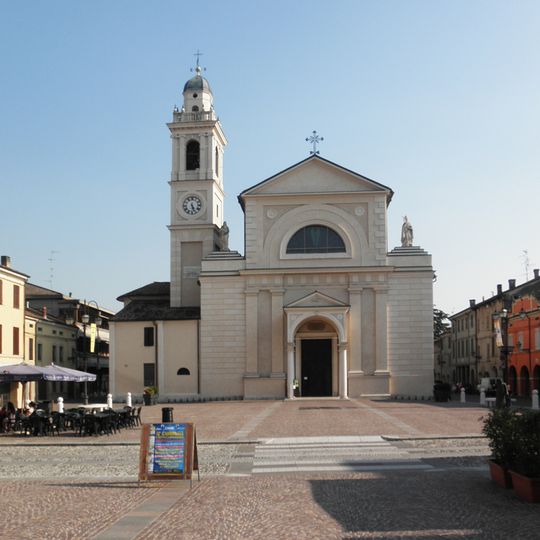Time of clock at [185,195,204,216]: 5:26
